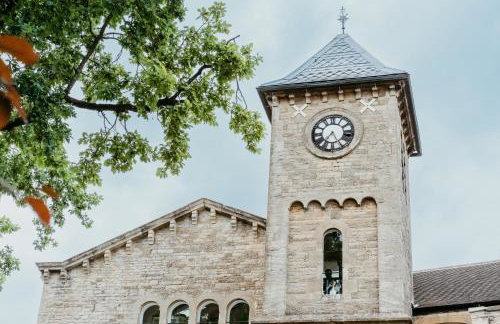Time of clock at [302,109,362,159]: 7:25
